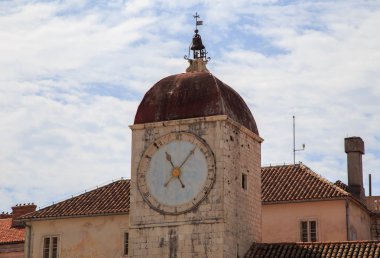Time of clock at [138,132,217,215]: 11:07
